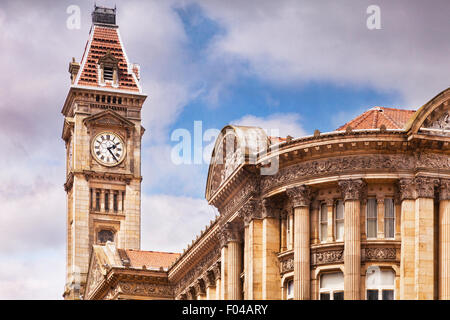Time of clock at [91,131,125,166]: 2:23
